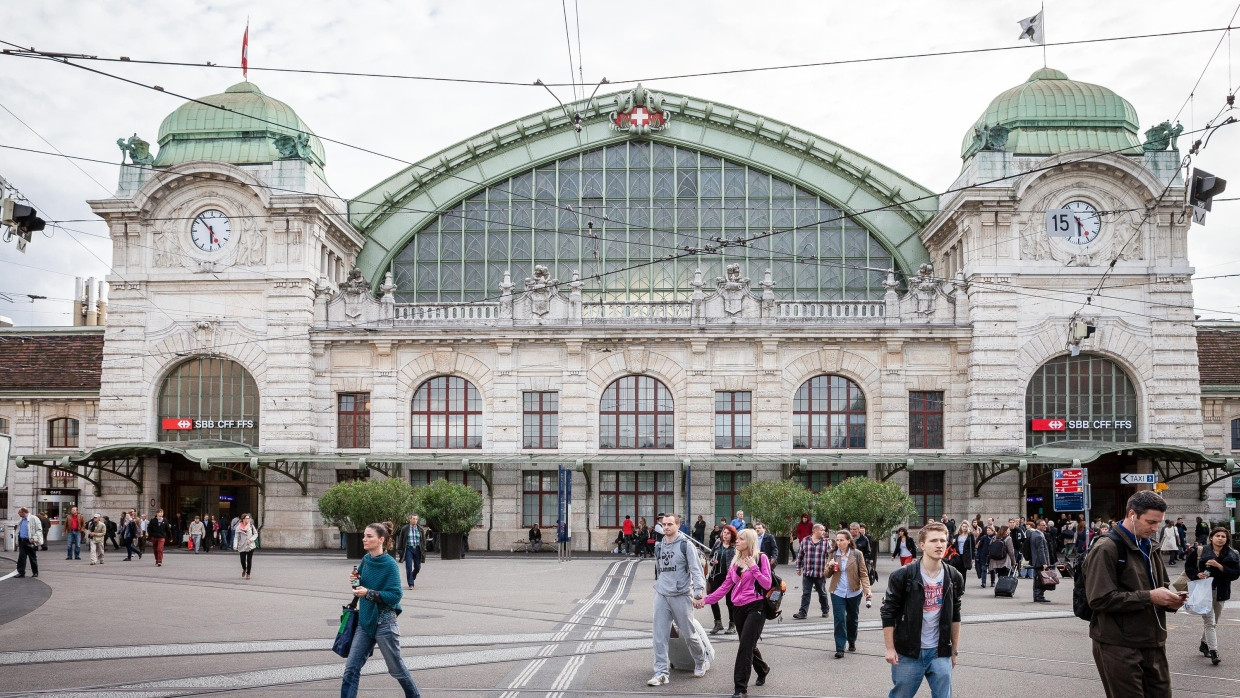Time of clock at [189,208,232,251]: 5:52
